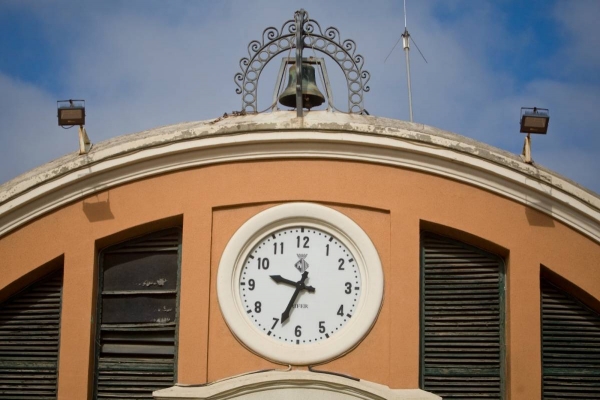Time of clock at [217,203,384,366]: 9:33
